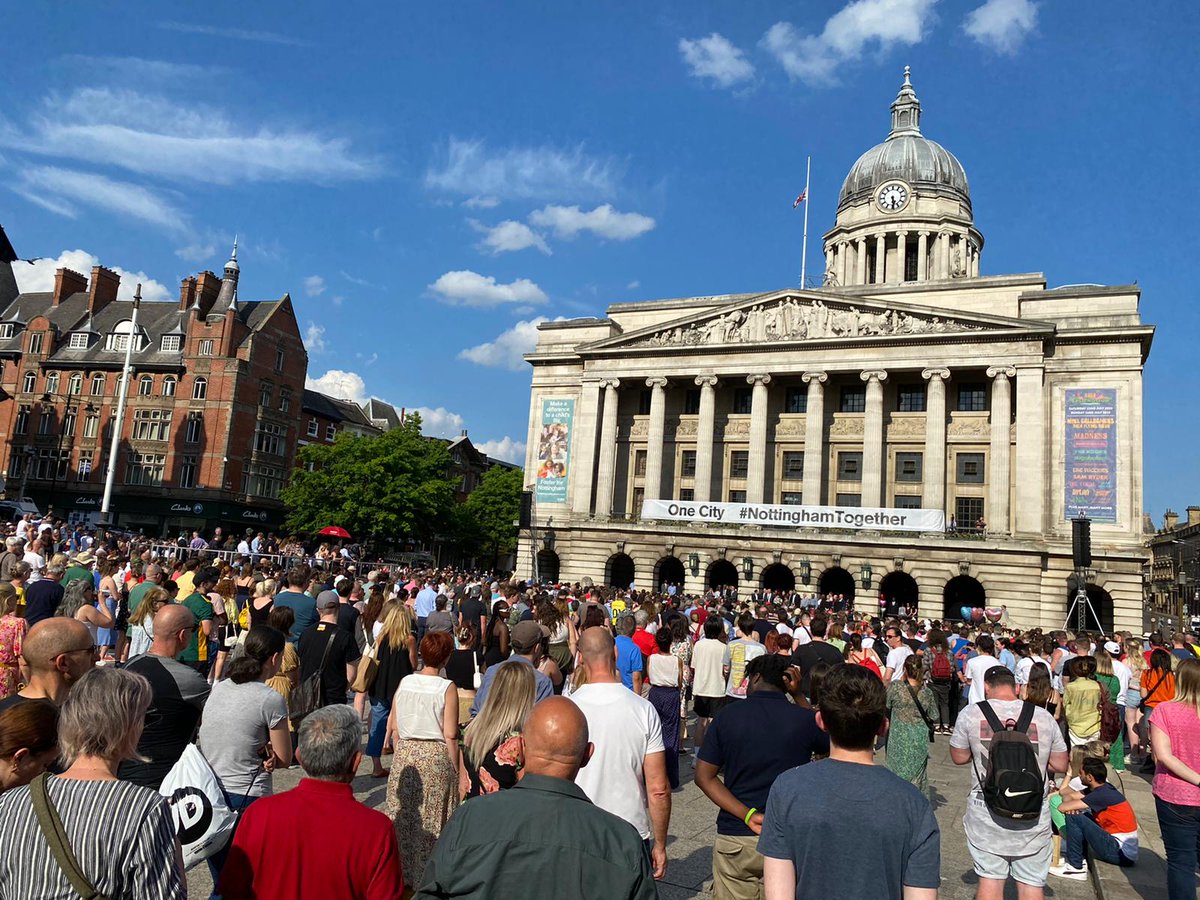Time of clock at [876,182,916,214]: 5:29
